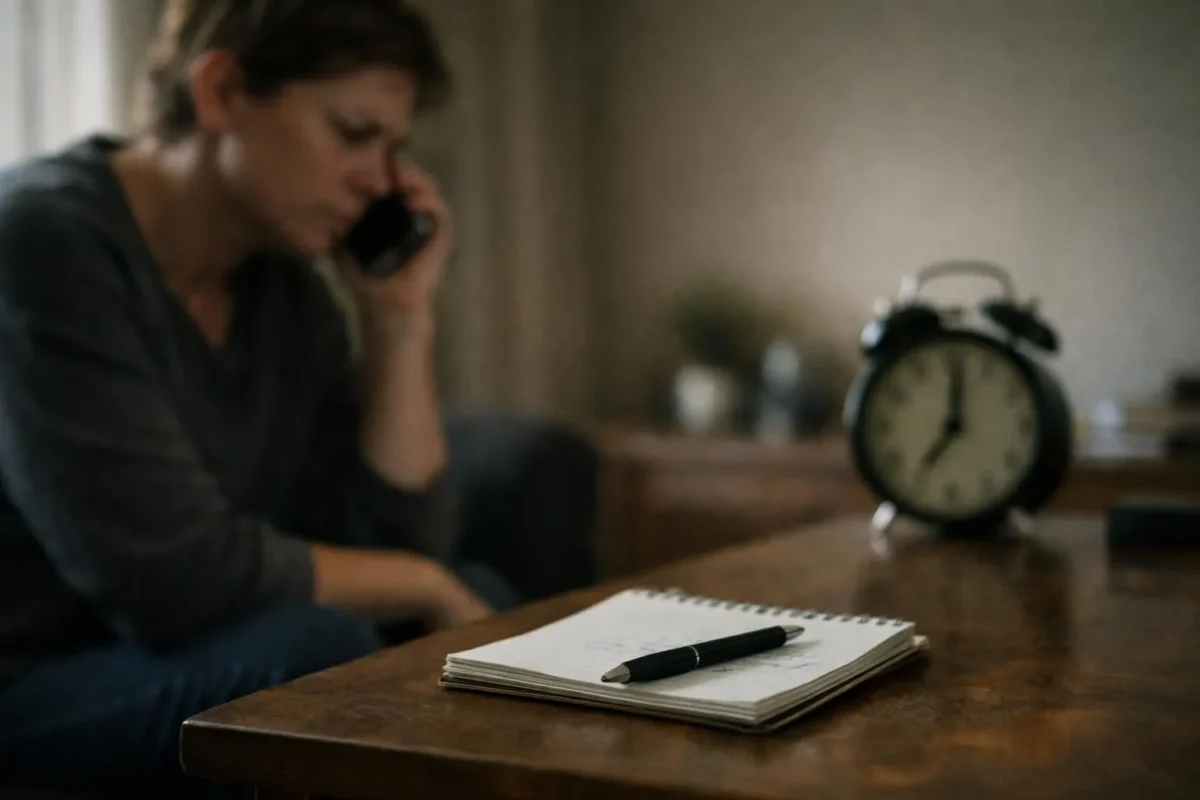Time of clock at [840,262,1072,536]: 7:01
